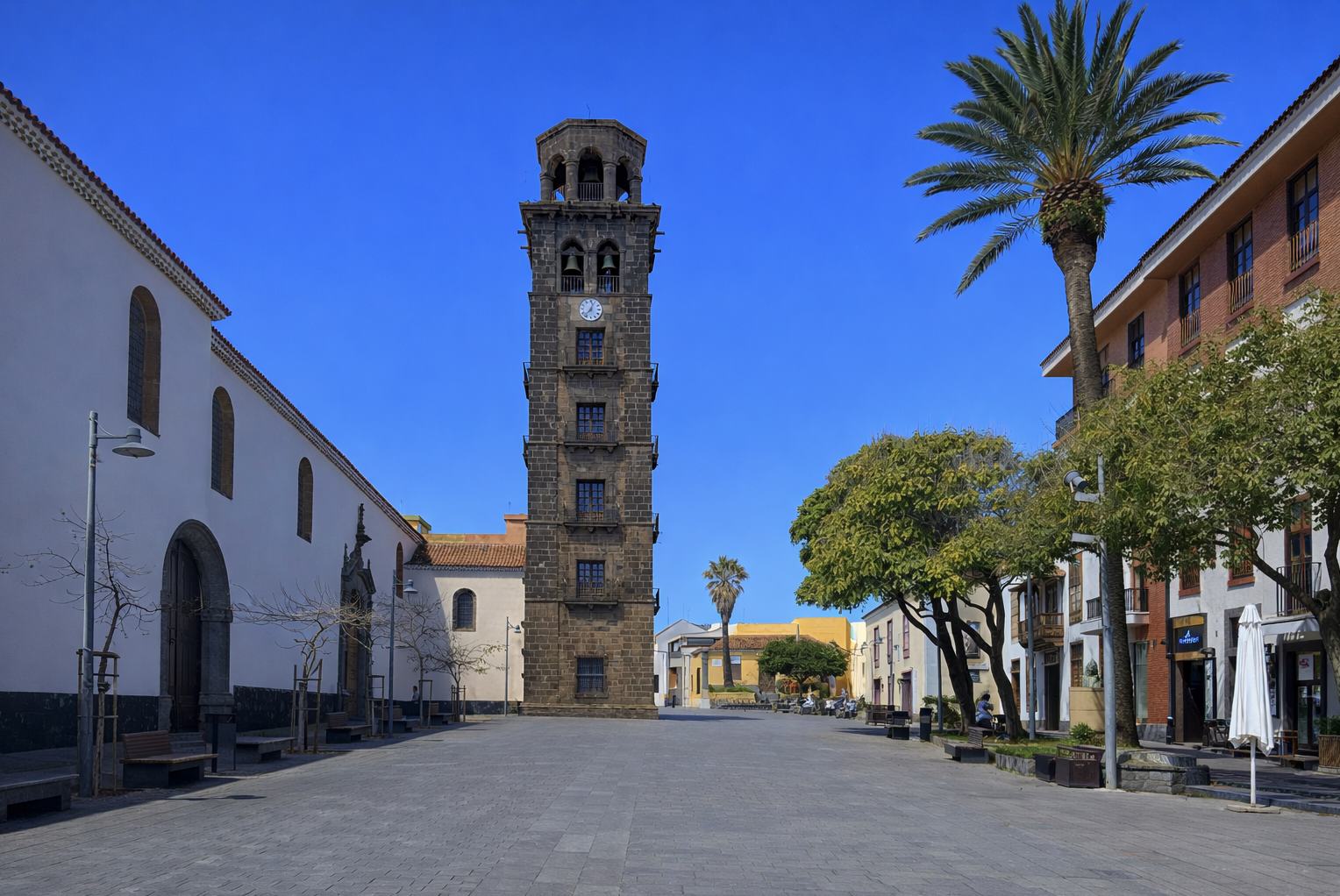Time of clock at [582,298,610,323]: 12:37
